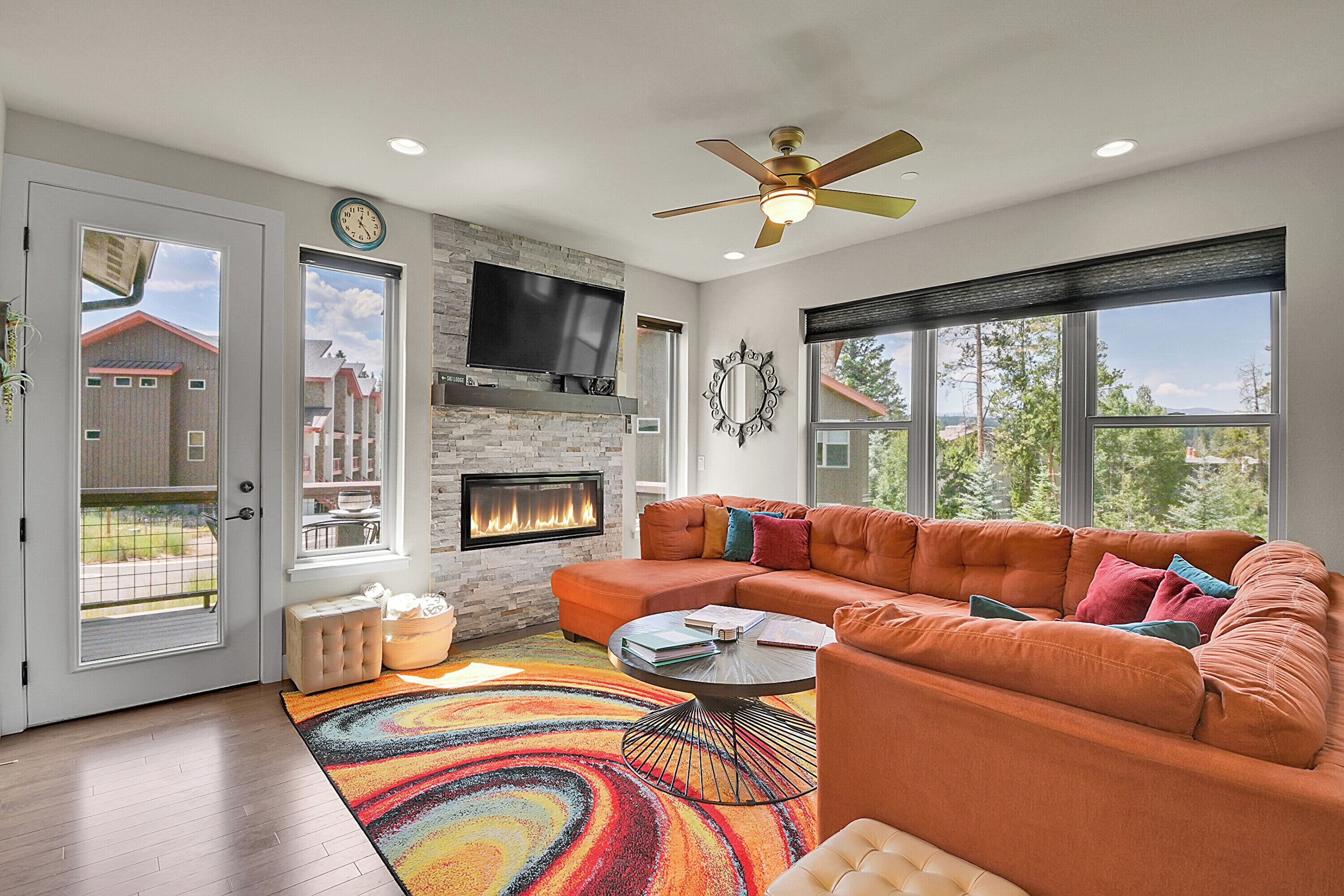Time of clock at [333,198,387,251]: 12:23
